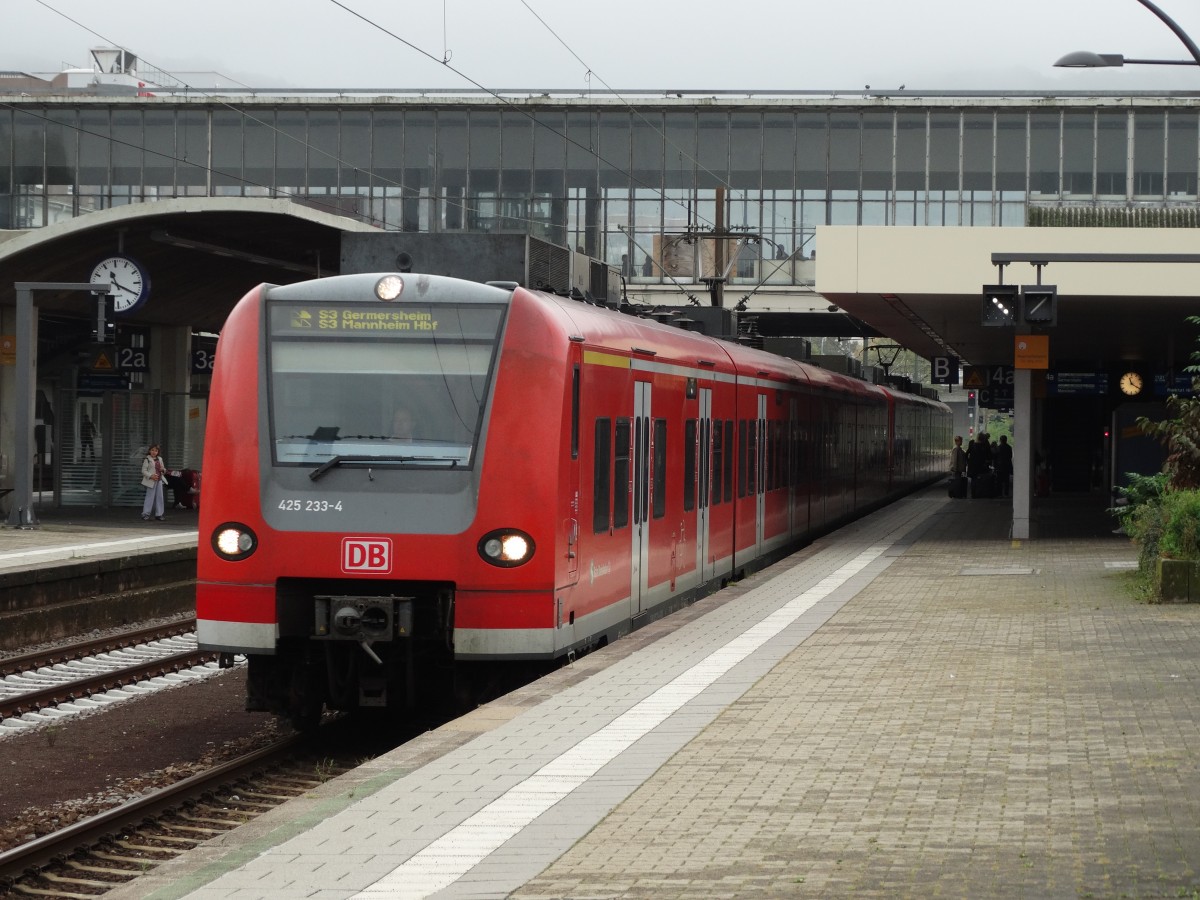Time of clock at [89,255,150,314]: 11:19
